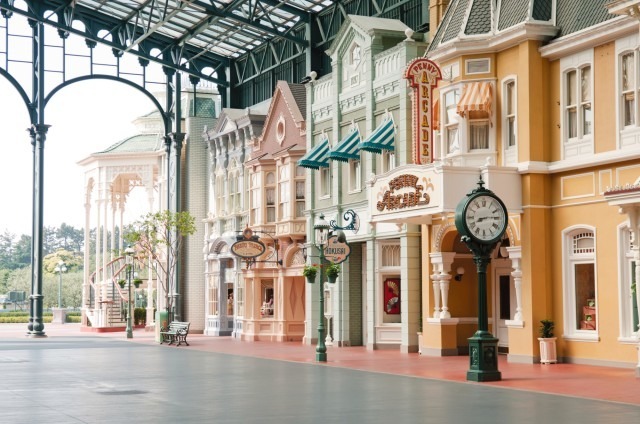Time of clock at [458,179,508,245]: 8:14
